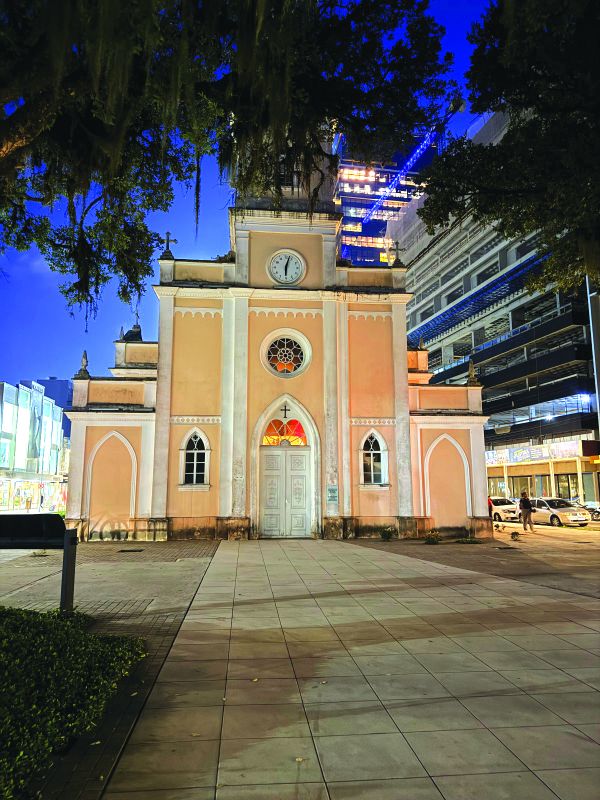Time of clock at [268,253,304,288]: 6:02
